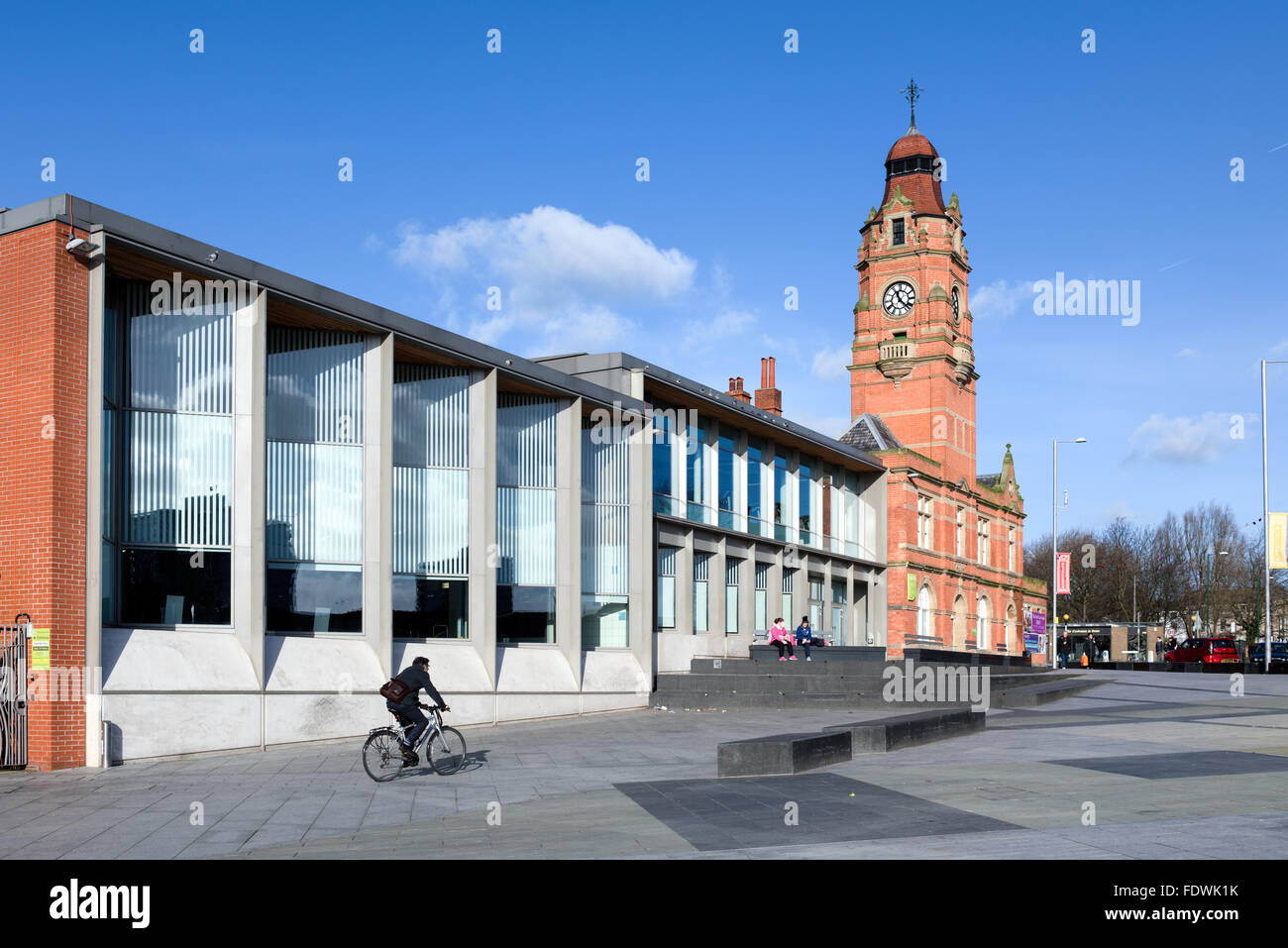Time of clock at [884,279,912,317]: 11:22
